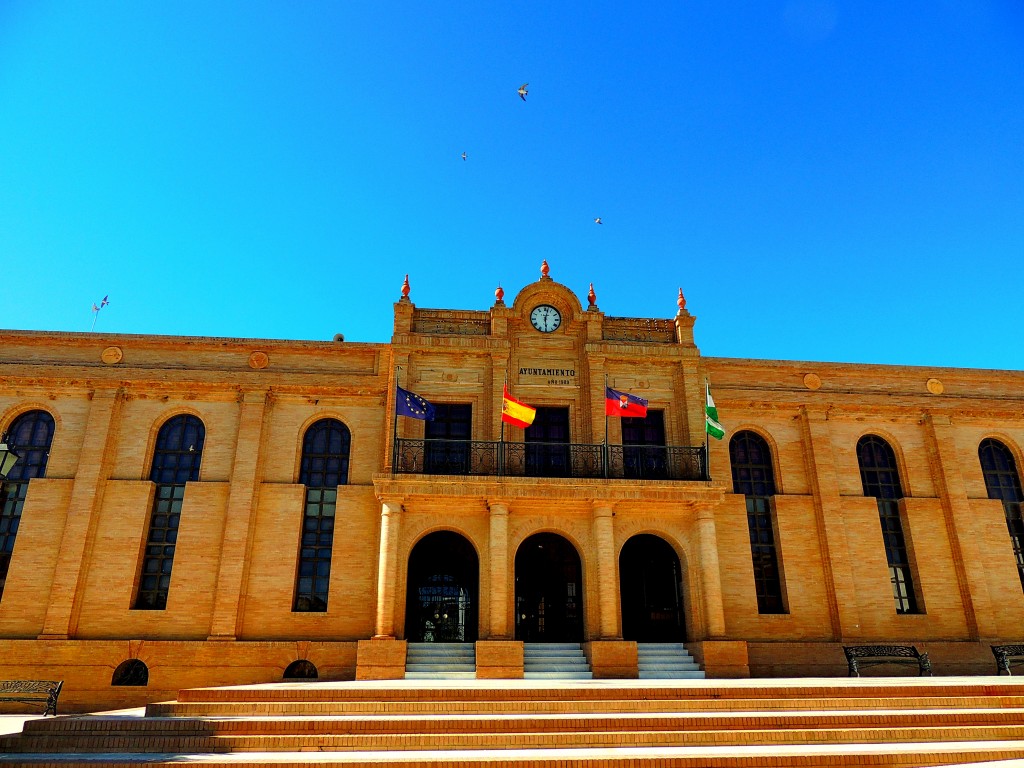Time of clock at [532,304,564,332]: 6:02
